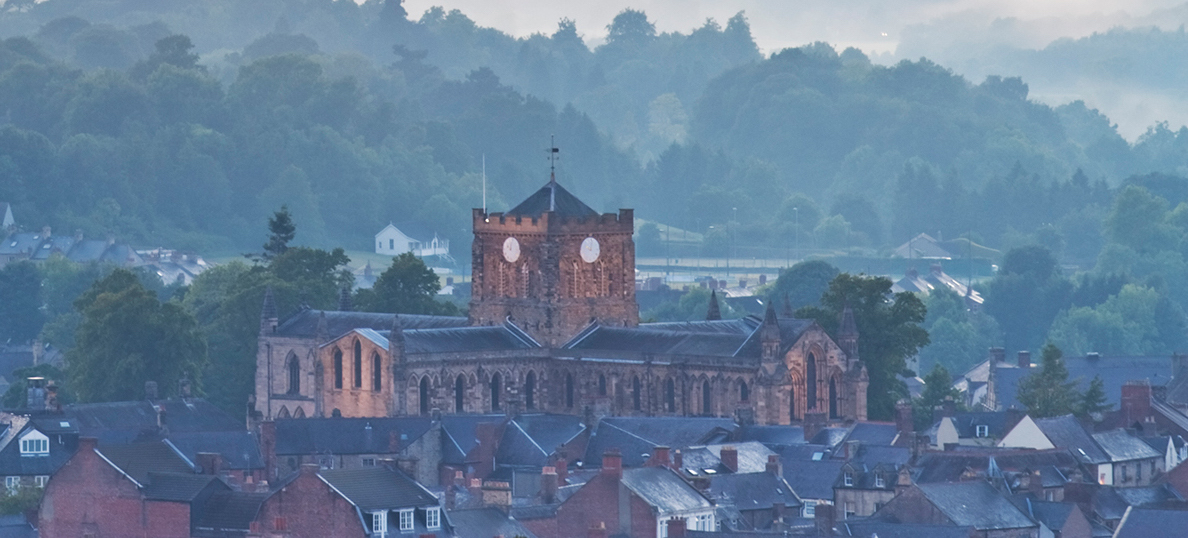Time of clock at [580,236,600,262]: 9:01
